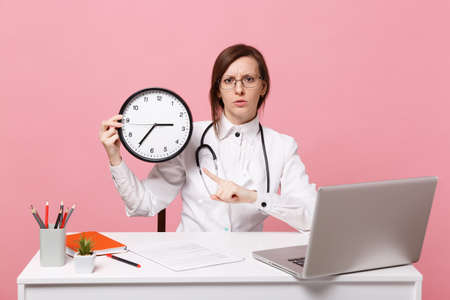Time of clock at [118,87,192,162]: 2:35
